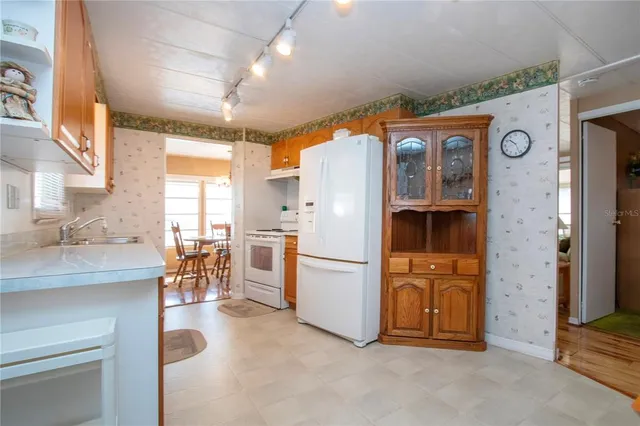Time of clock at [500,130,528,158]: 10:26
